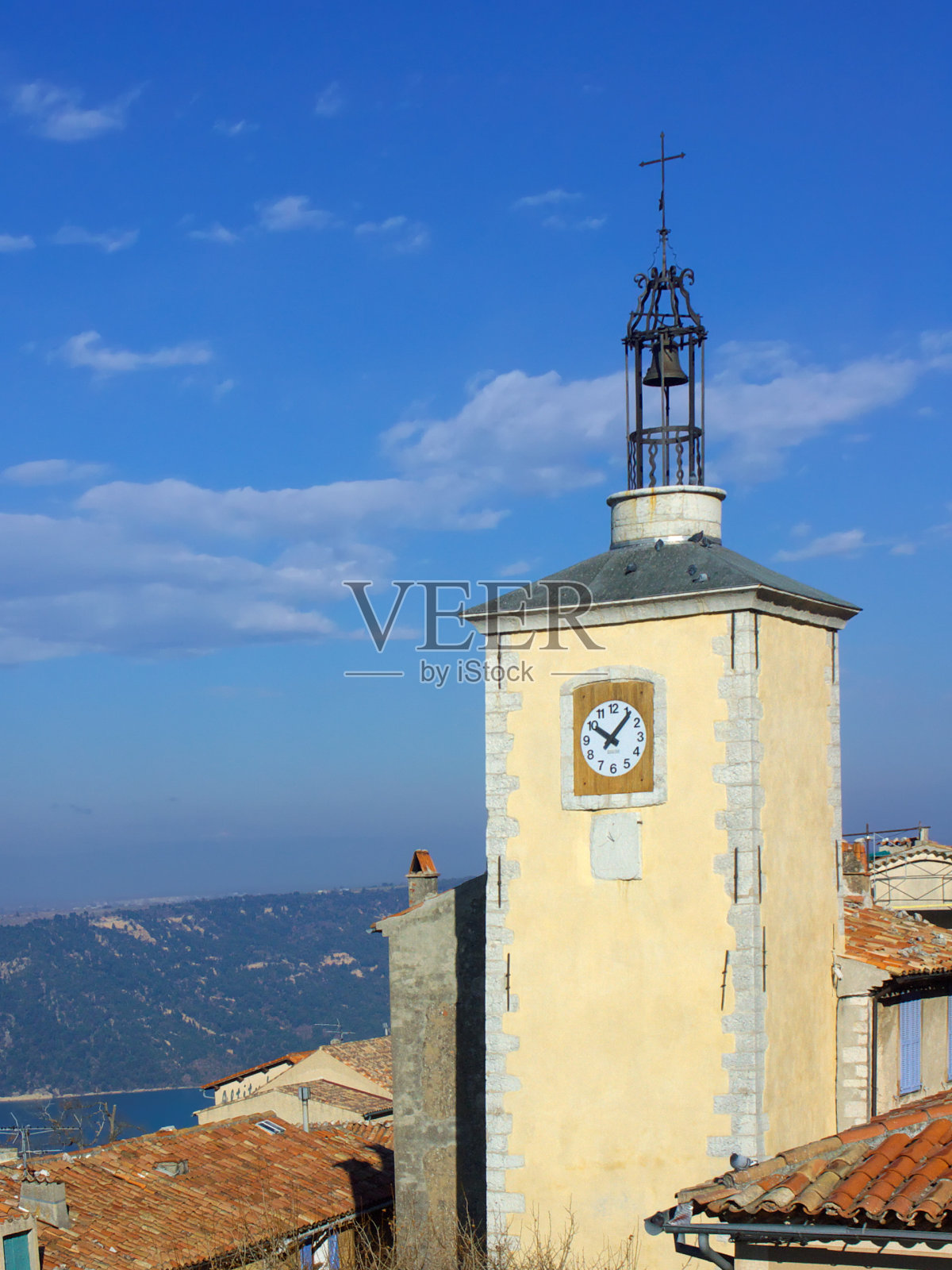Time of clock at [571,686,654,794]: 10:06
